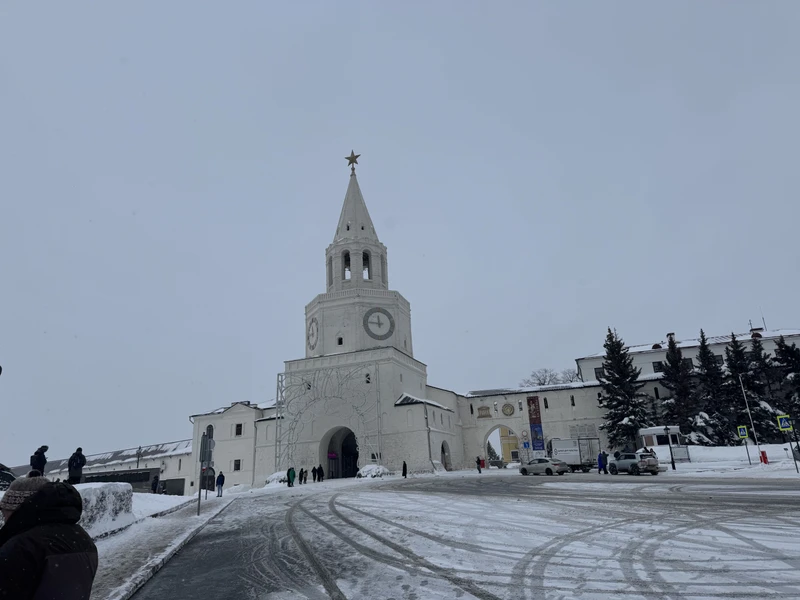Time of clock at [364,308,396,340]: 11:46
